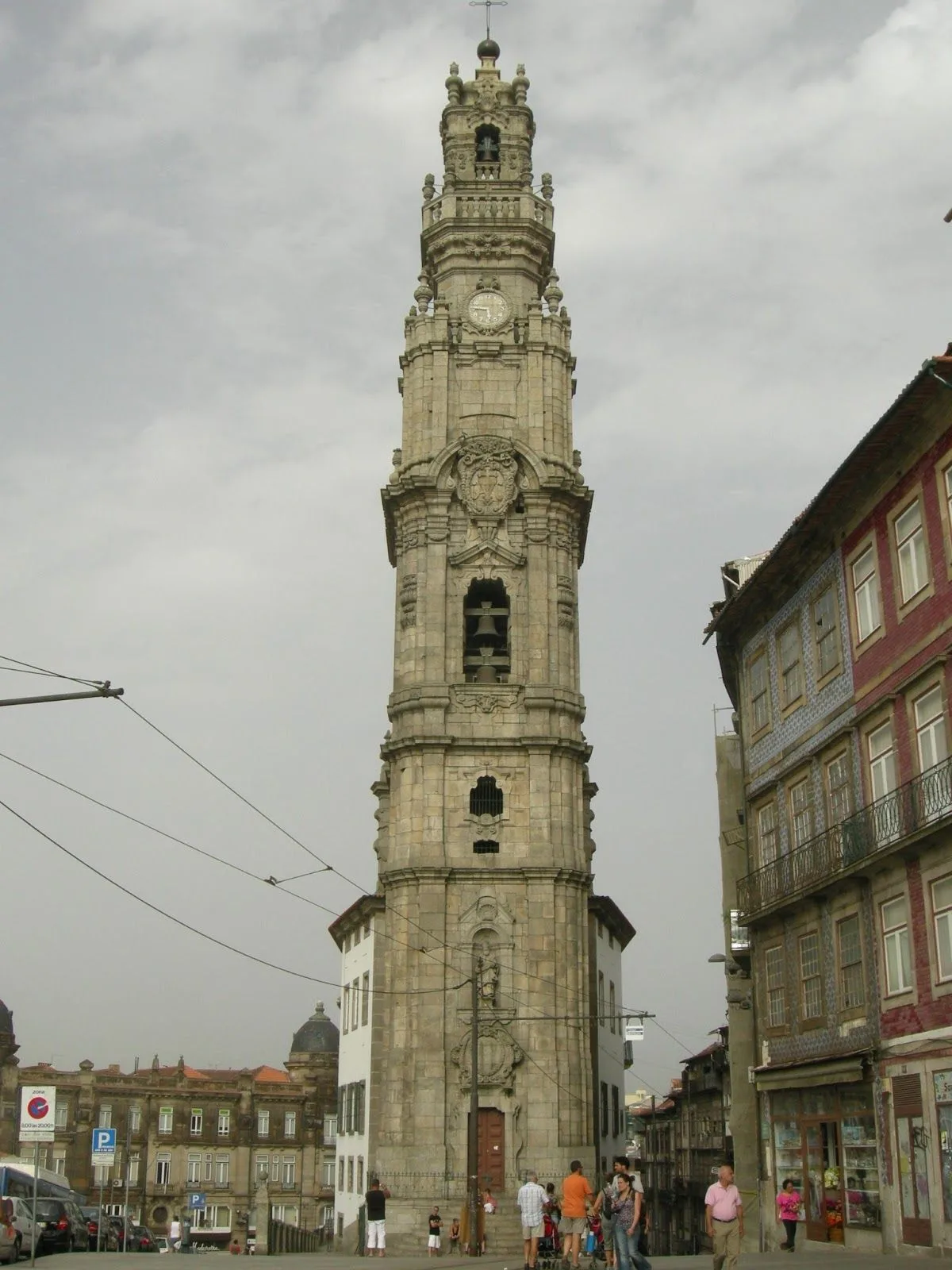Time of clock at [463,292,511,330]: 5:45
